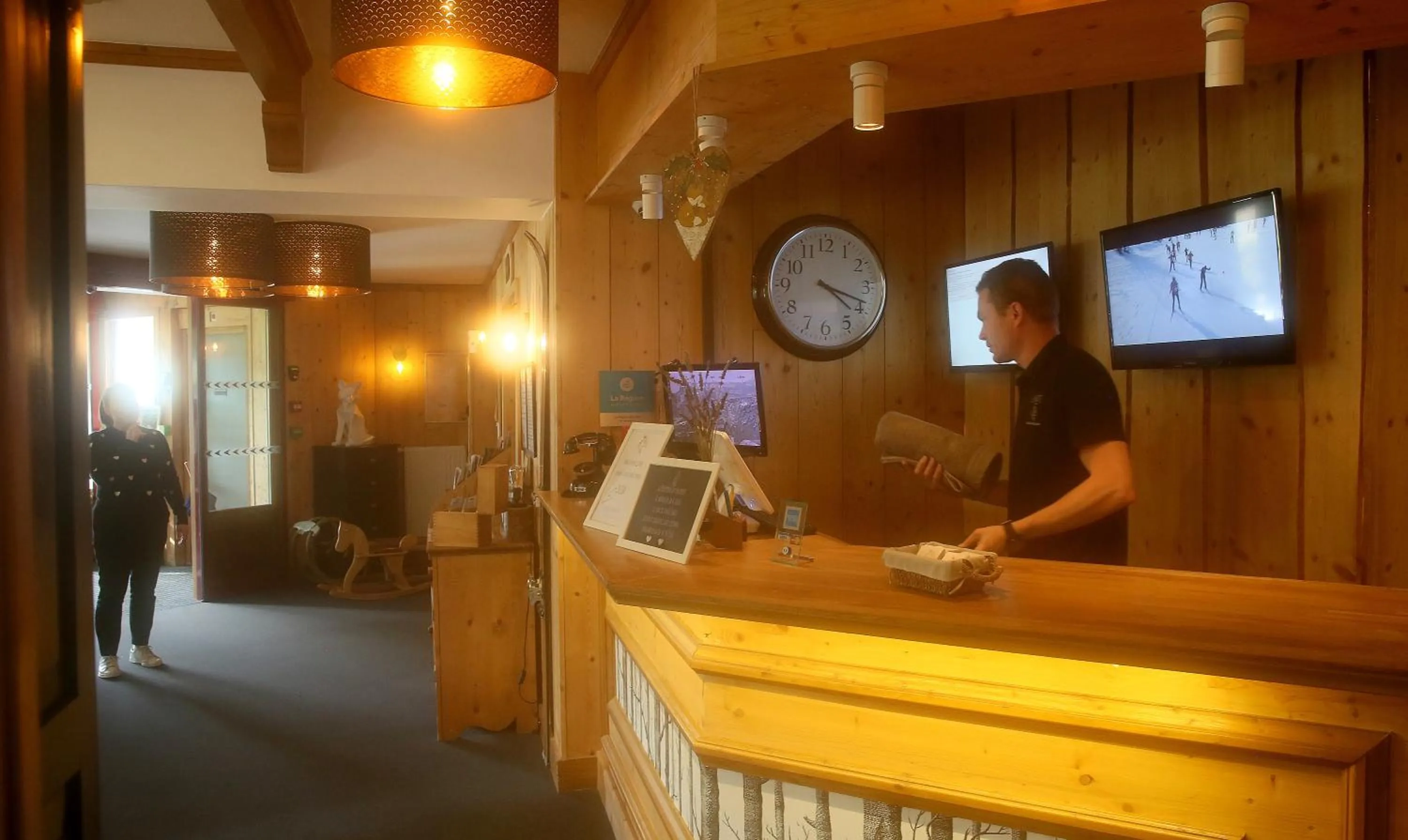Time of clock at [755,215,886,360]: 4:18
